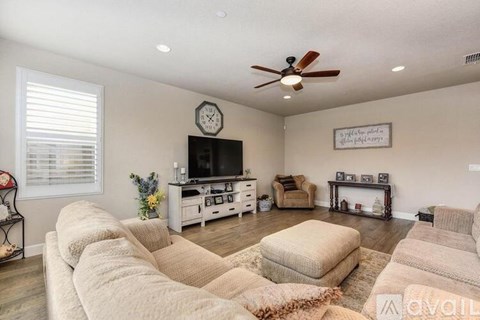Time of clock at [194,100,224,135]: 10:07
